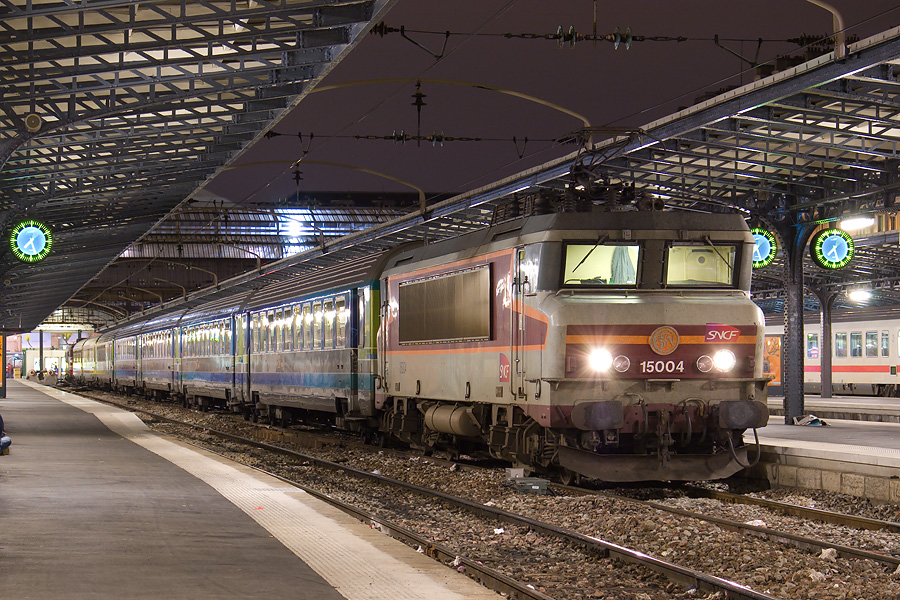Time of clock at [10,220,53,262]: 7:27
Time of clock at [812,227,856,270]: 7:27
